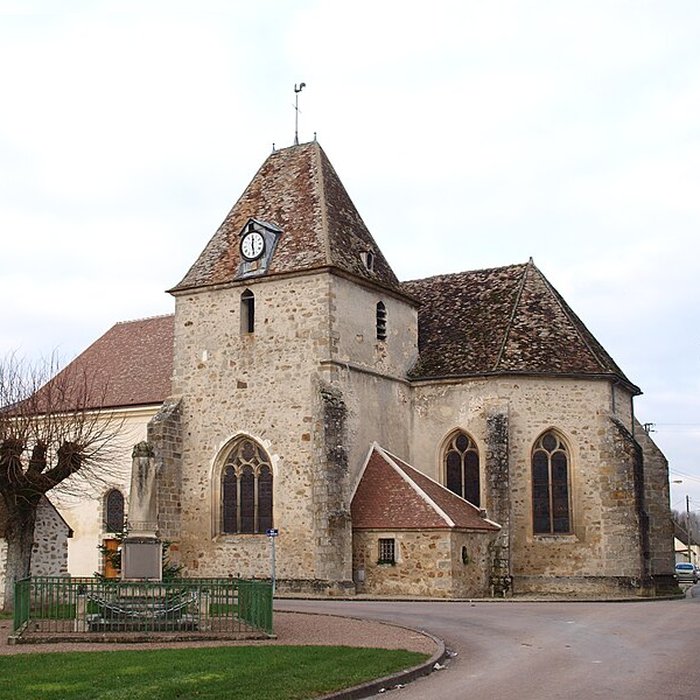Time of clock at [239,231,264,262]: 12:28
